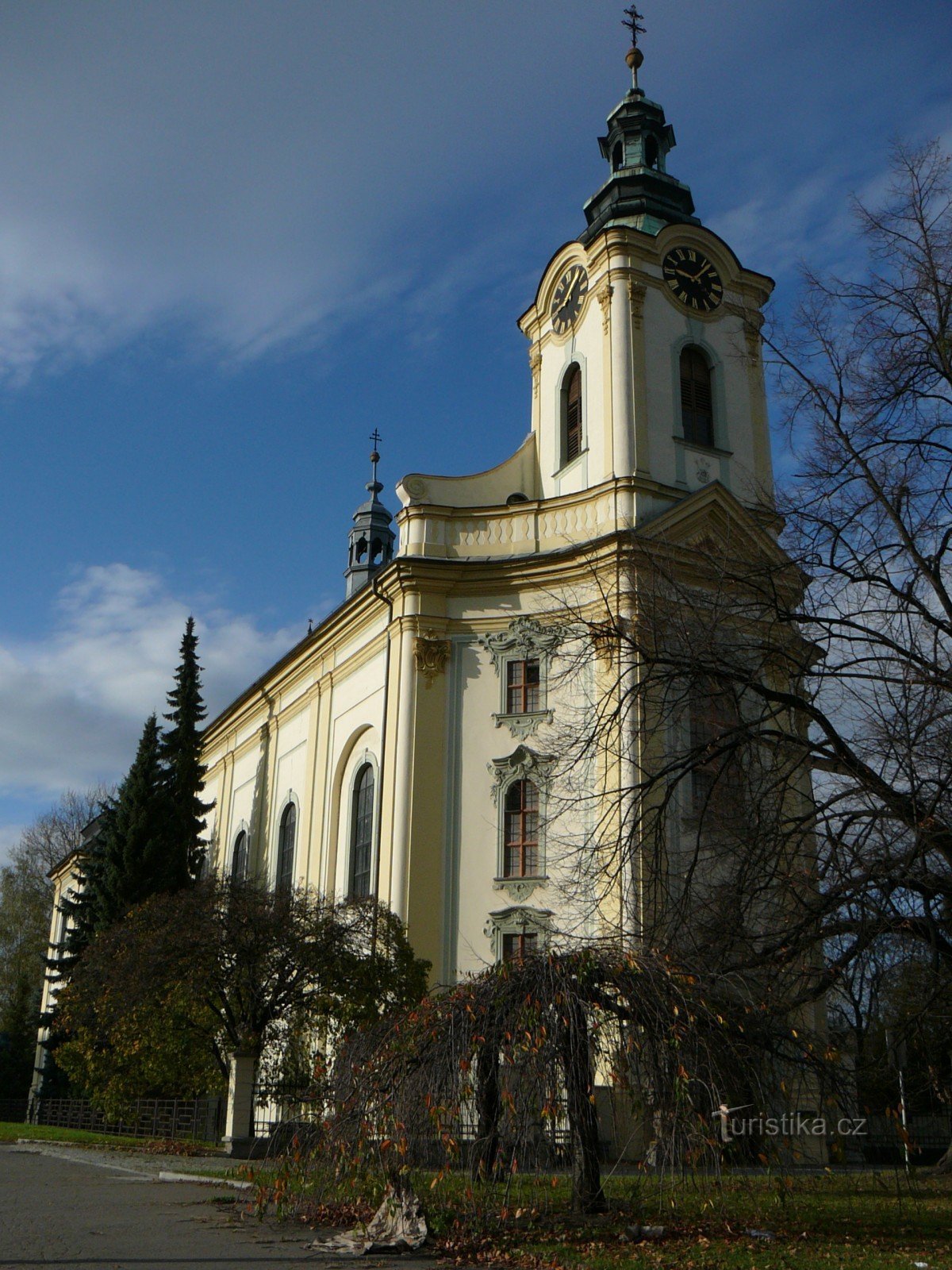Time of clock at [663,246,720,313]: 9:07
